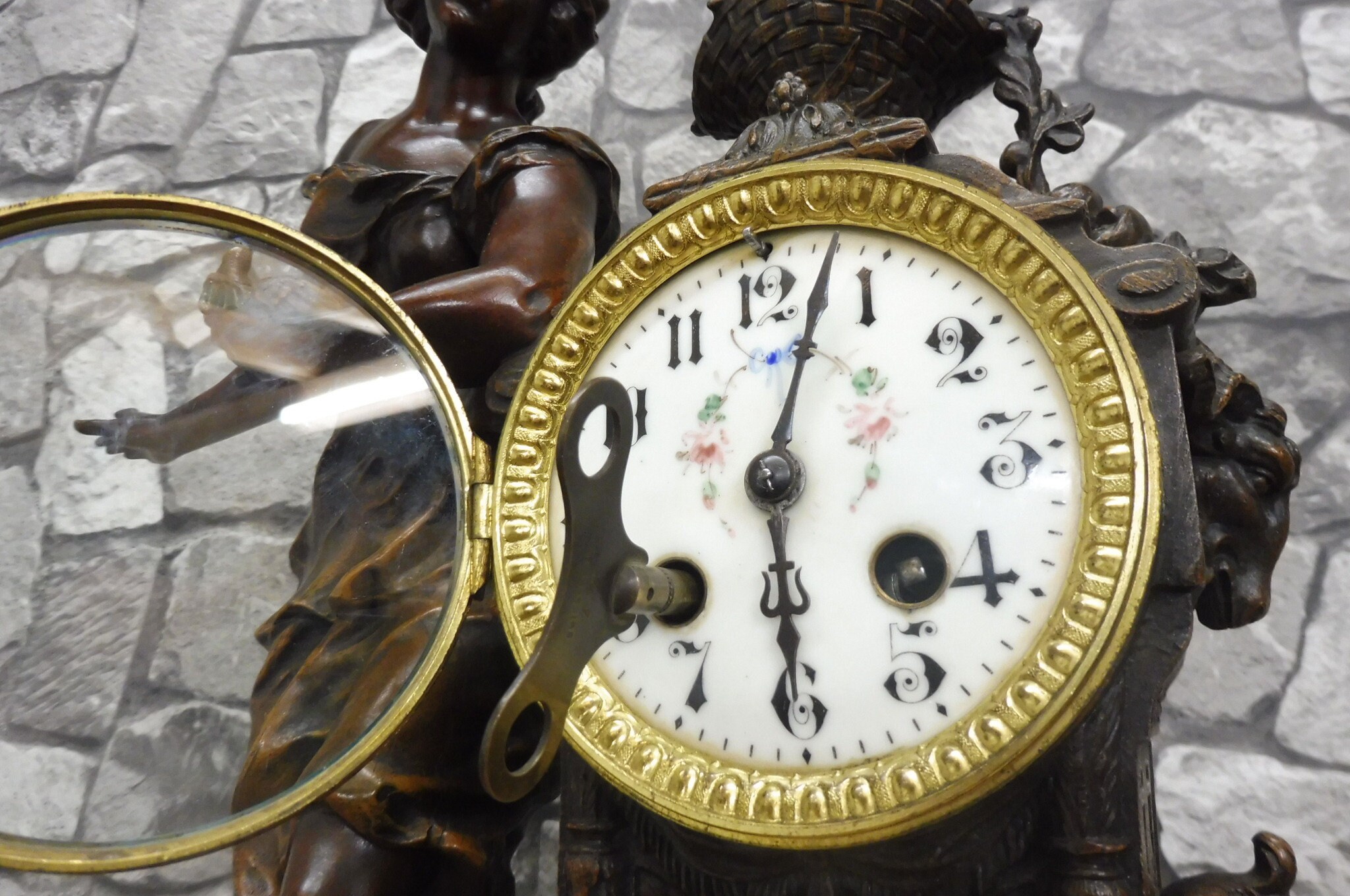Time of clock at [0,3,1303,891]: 6:02
